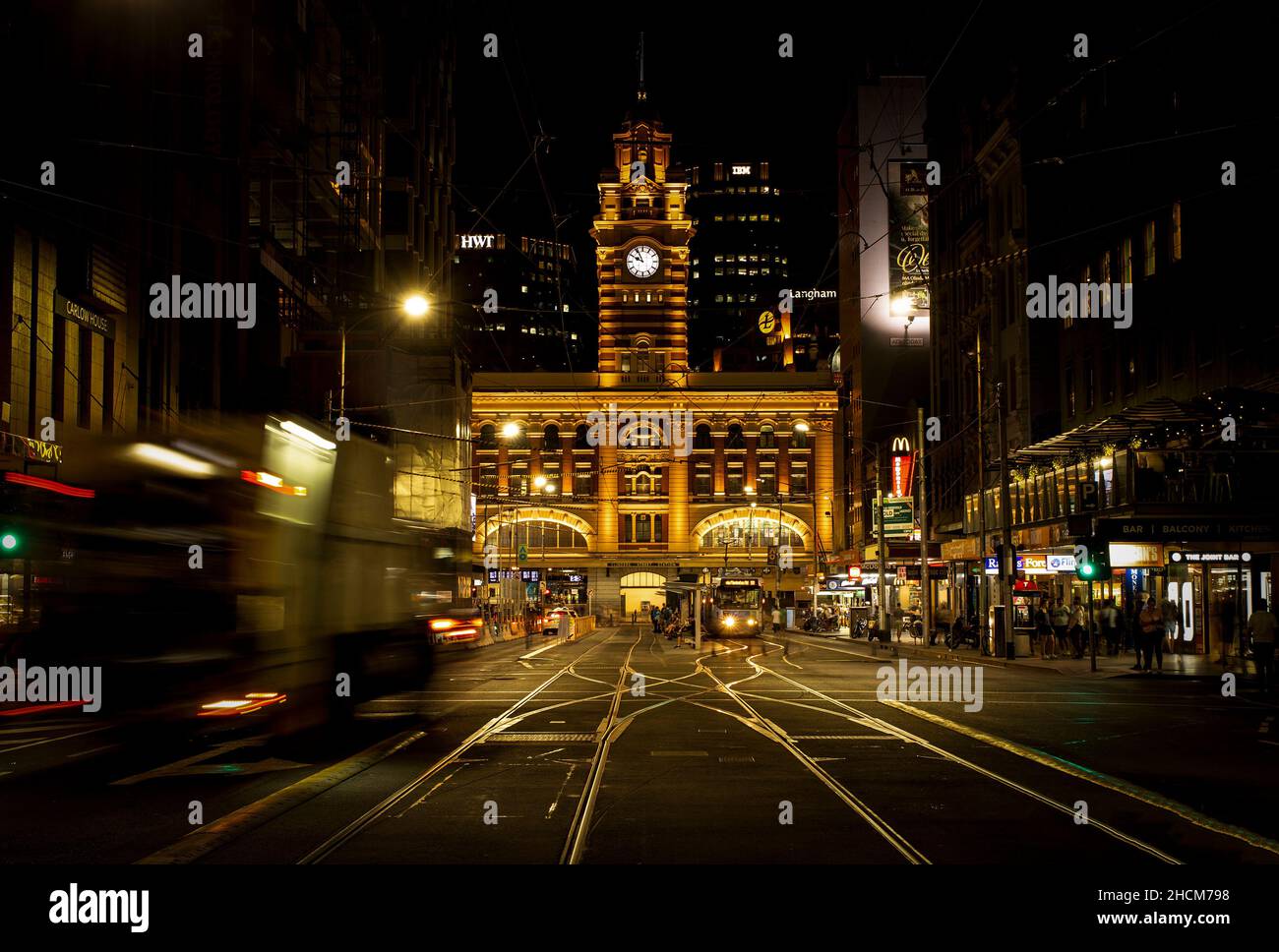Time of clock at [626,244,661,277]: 9:55
